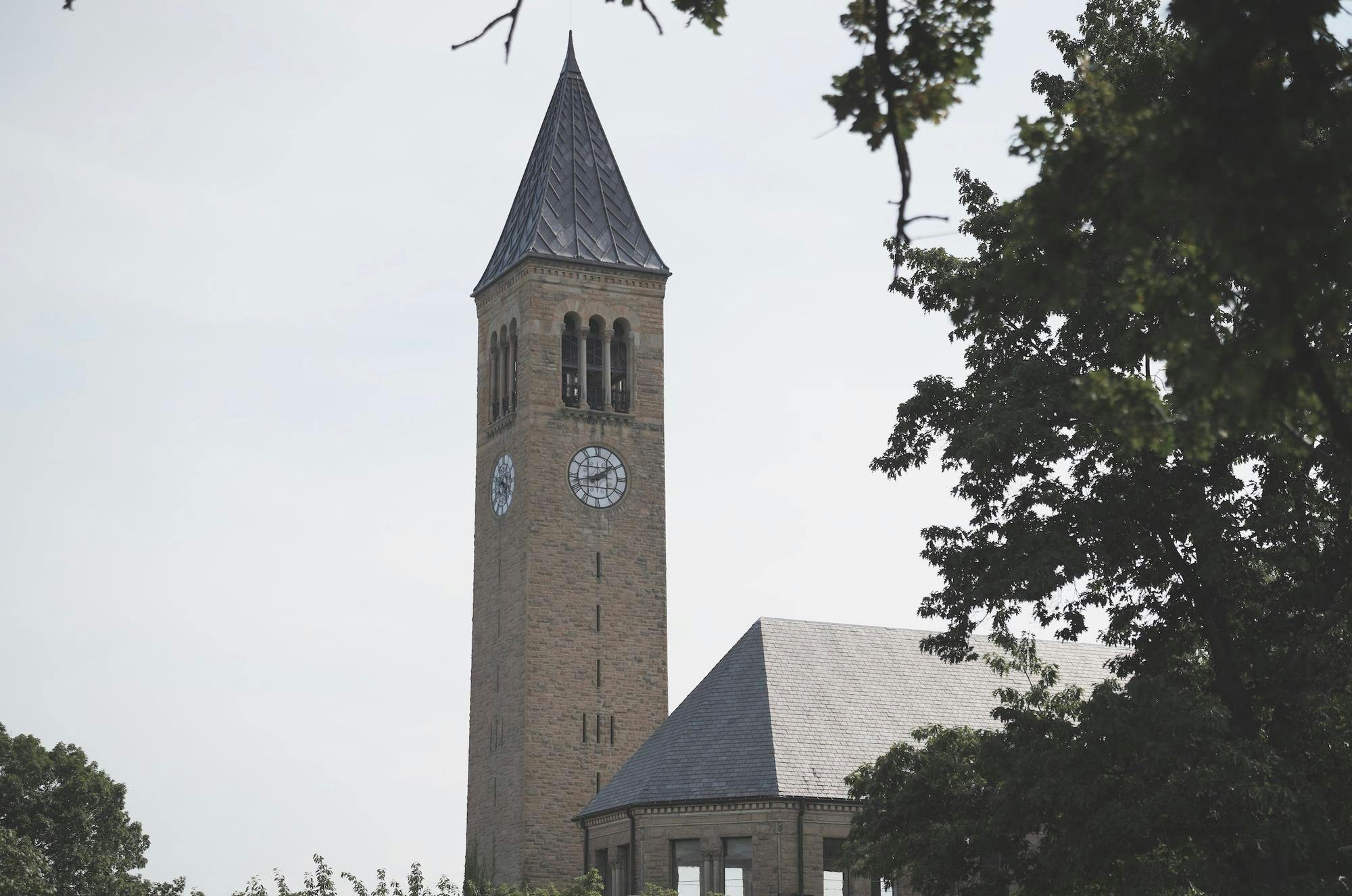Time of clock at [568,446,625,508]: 1:42
